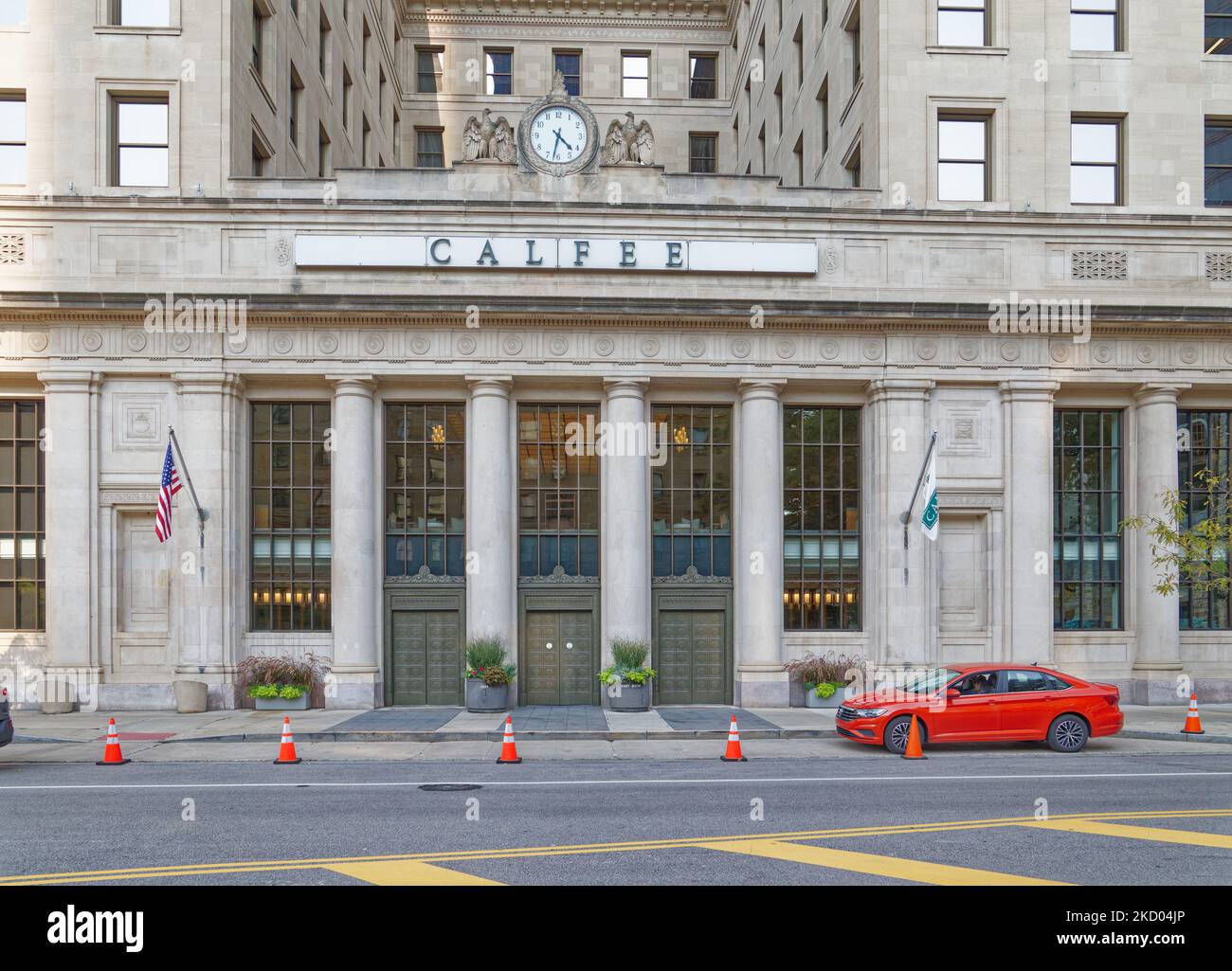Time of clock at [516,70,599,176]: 4:31
